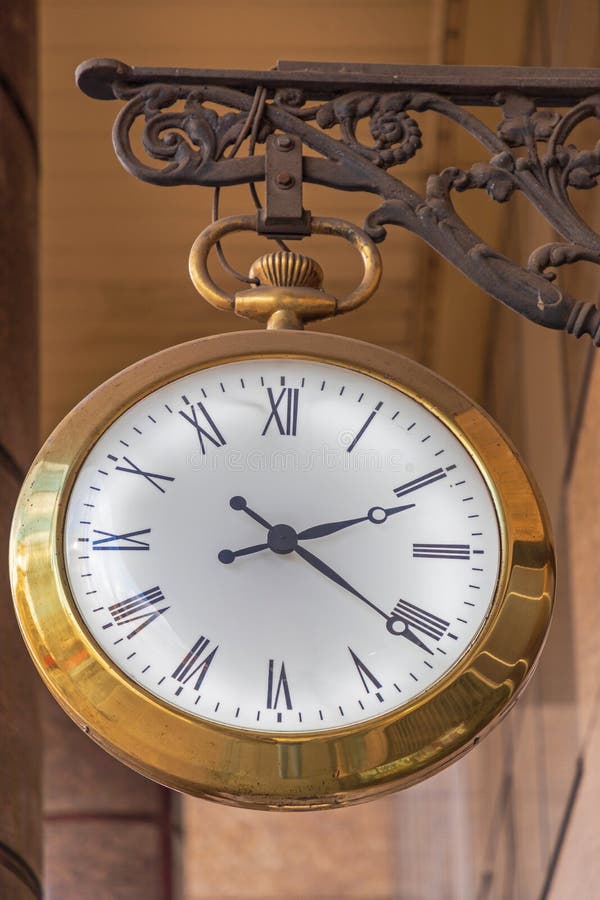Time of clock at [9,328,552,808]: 2:21
